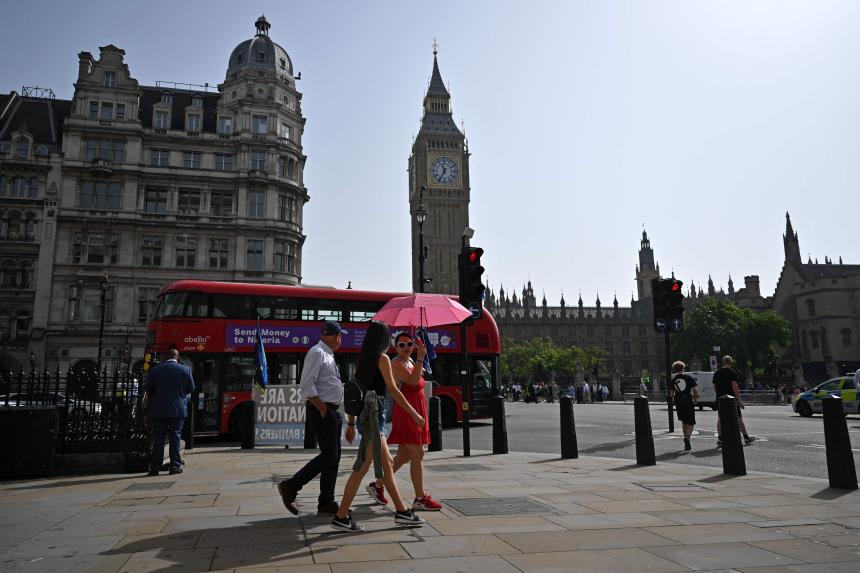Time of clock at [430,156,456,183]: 11:35
